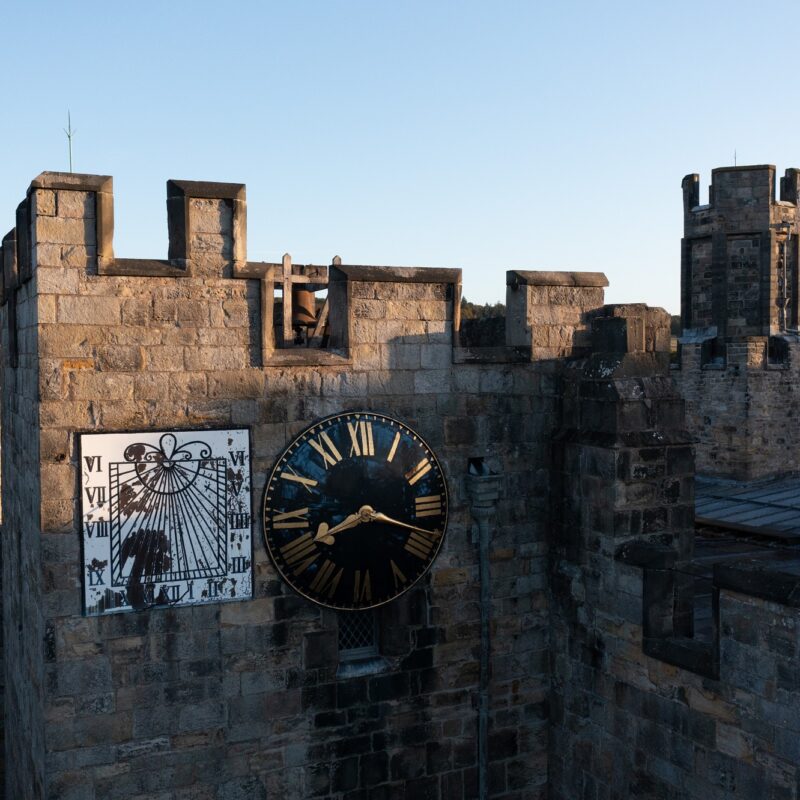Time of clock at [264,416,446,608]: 8:18
